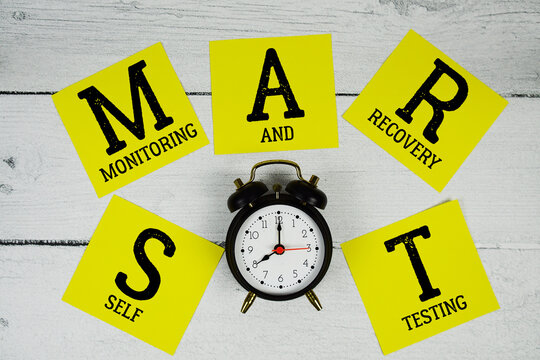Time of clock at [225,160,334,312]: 8:00
